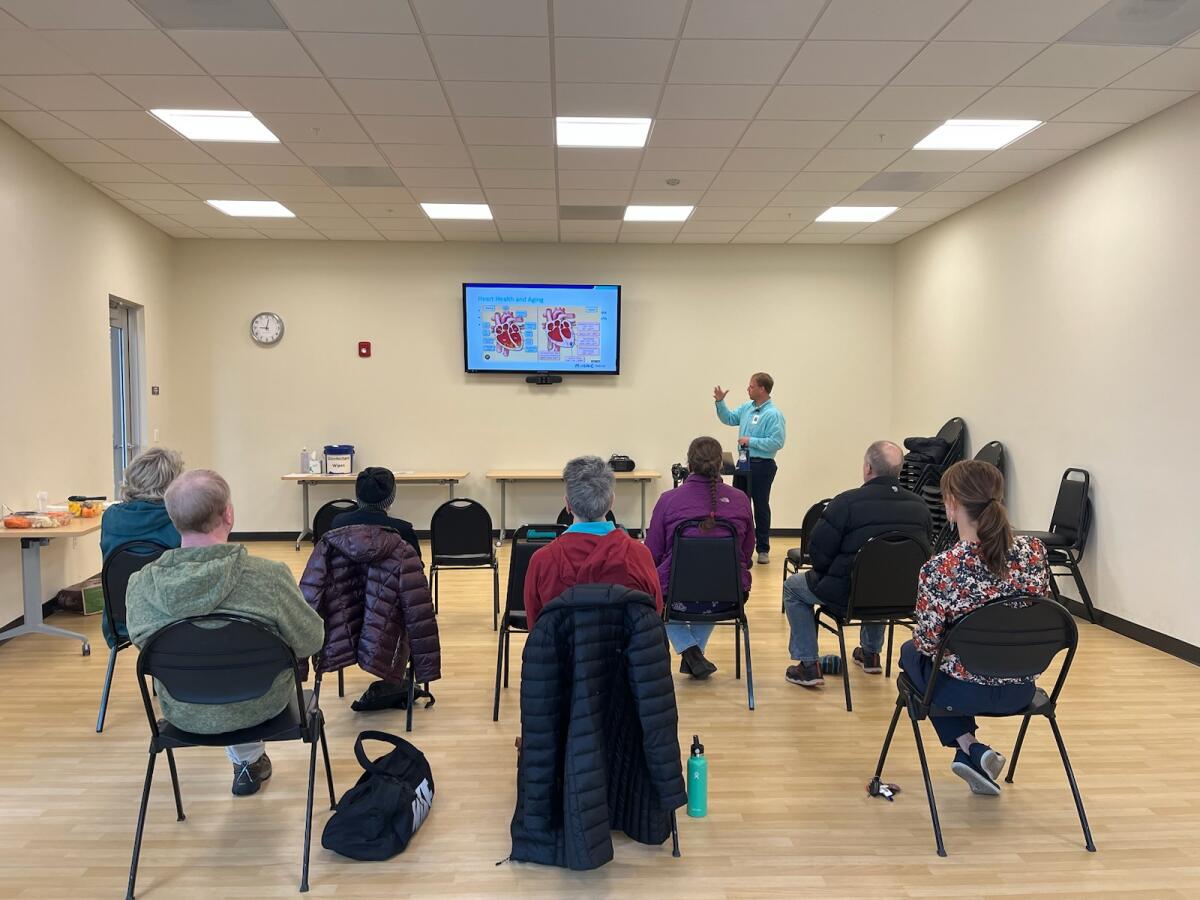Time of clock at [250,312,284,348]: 9:01
